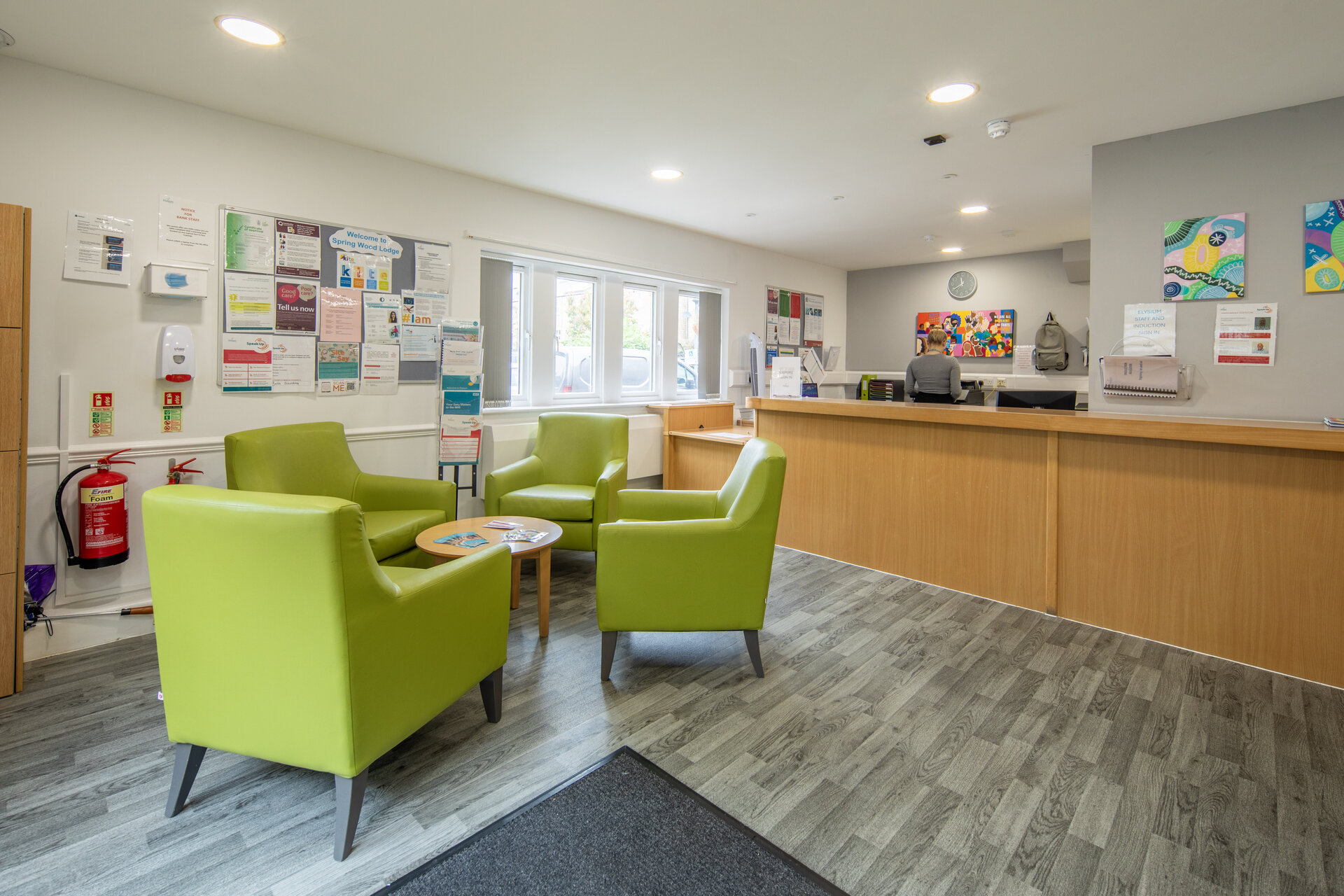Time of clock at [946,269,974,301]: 11:39
